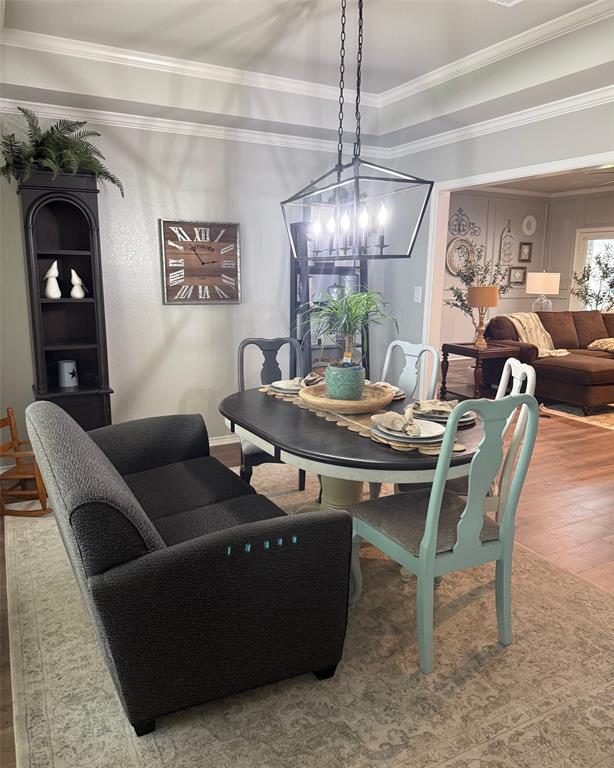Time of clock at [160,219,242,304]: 2:54
